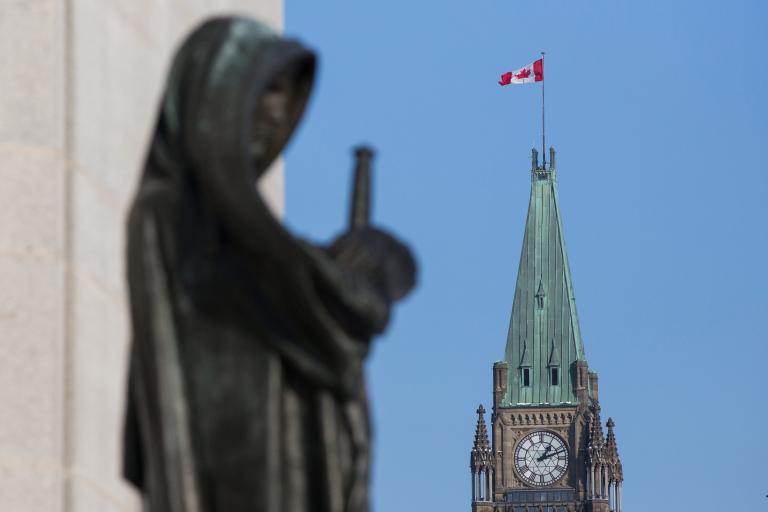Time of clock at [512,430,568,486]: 1:11
